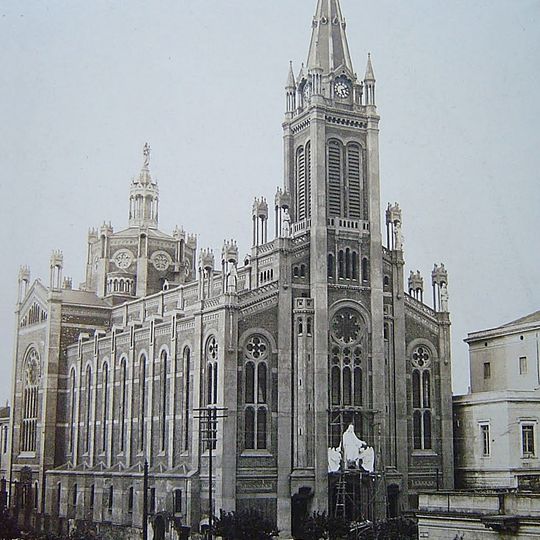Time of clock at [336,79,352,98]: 5:11
